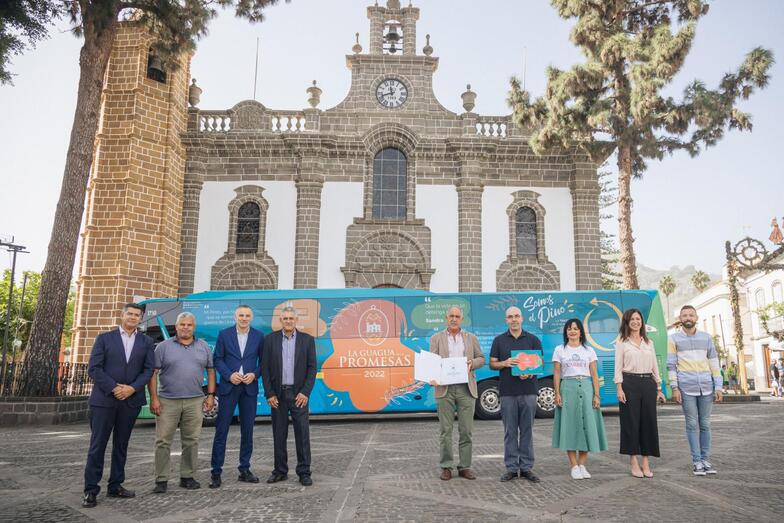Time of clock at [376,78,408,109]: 11:41
